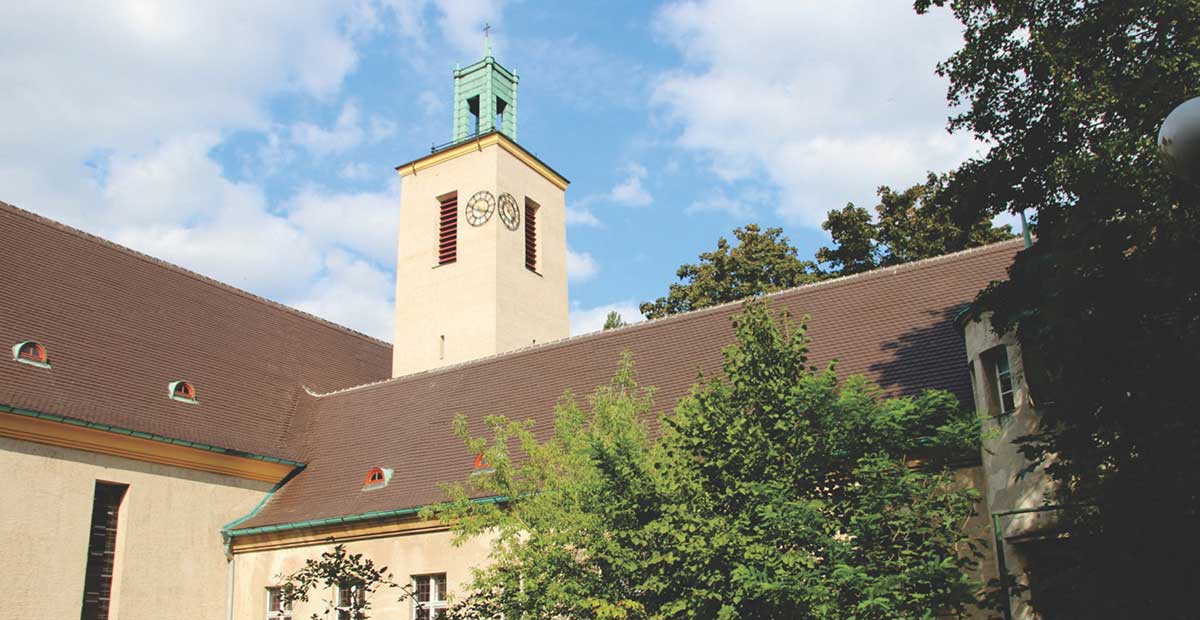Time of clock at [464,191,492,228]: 3:48
